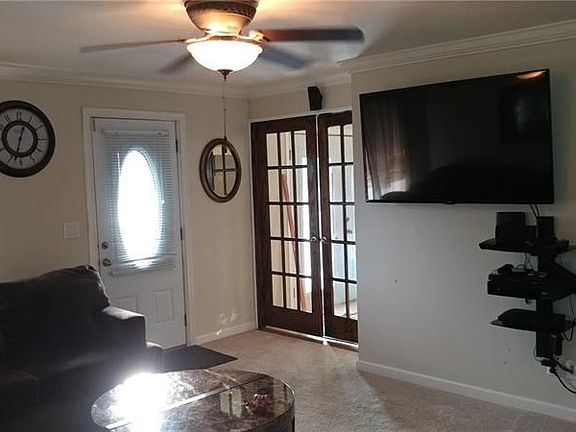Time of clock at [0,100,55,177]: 12:32
